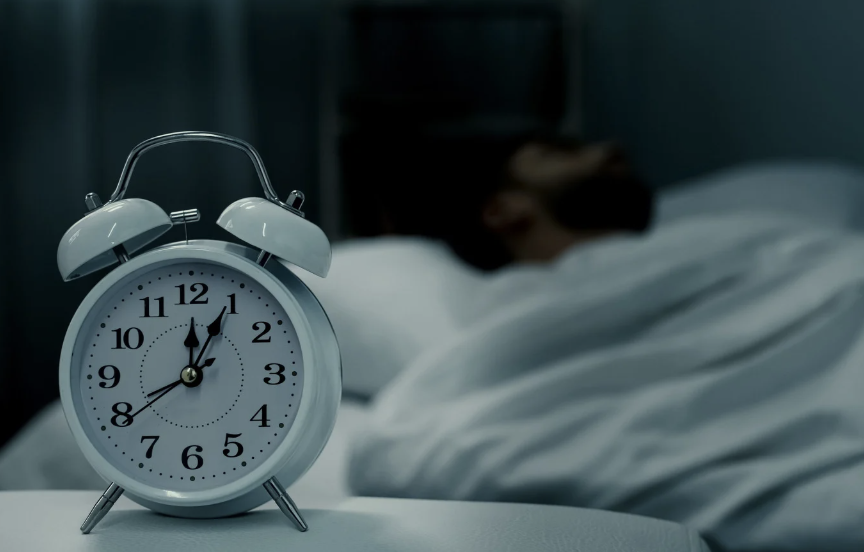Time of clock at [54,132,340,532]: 12:04
